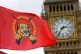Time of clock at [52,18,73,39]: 2:36
